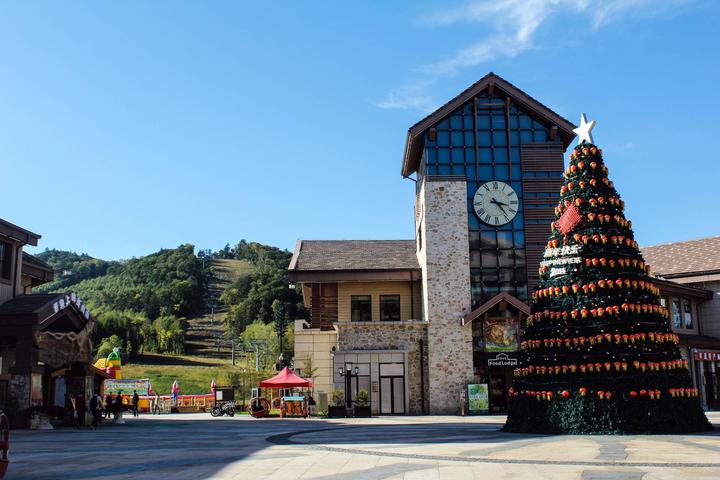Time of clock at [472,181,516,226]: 3:23
